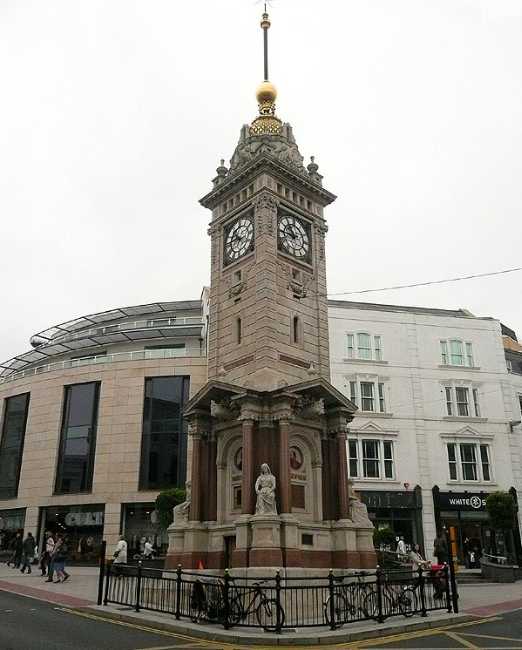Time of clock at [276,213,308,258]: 10:45
